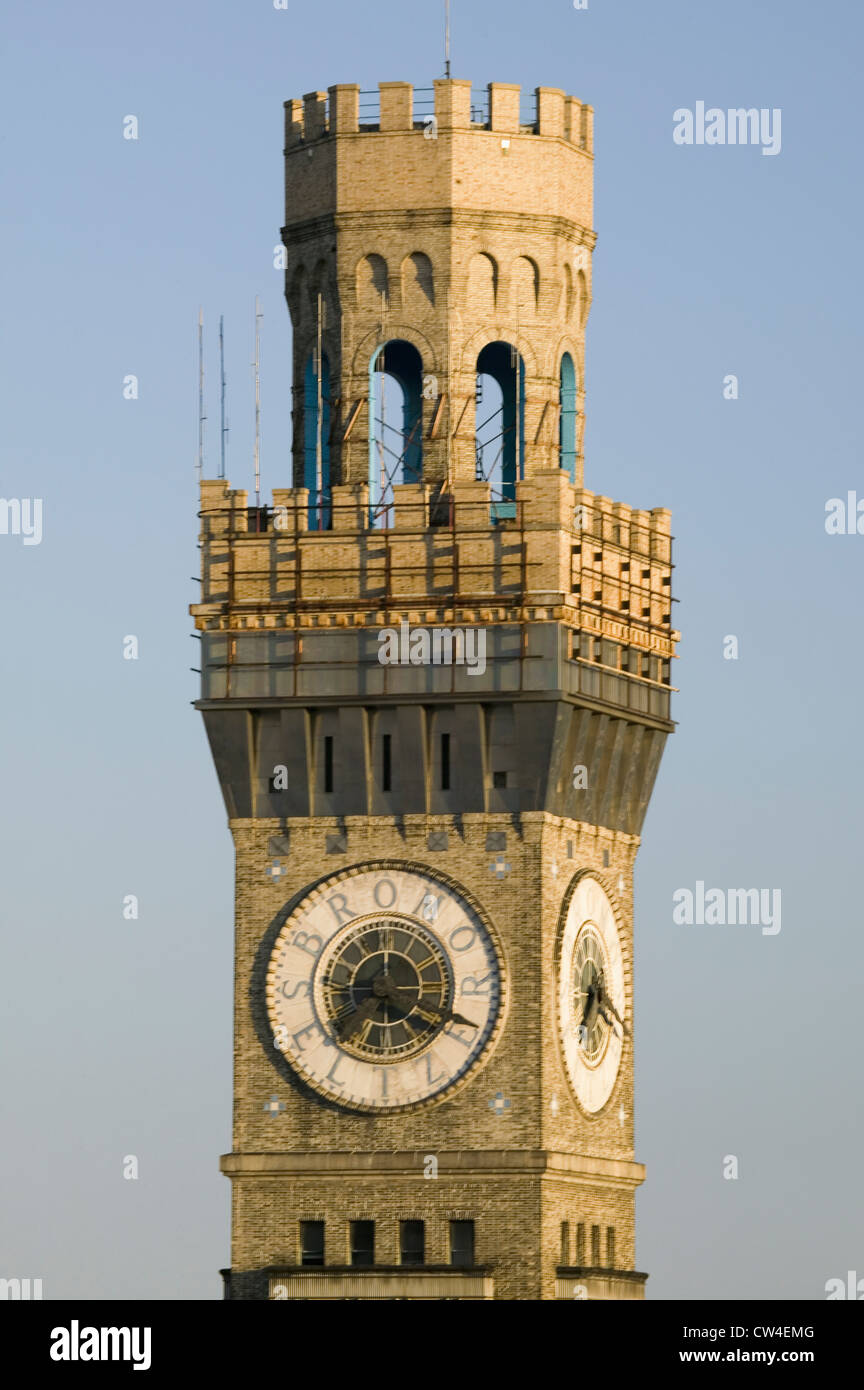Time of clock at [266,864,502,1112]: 4:18
